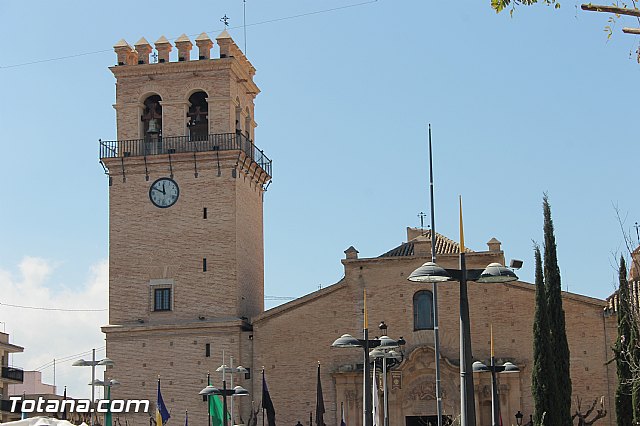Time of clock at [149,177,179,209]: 11:49
